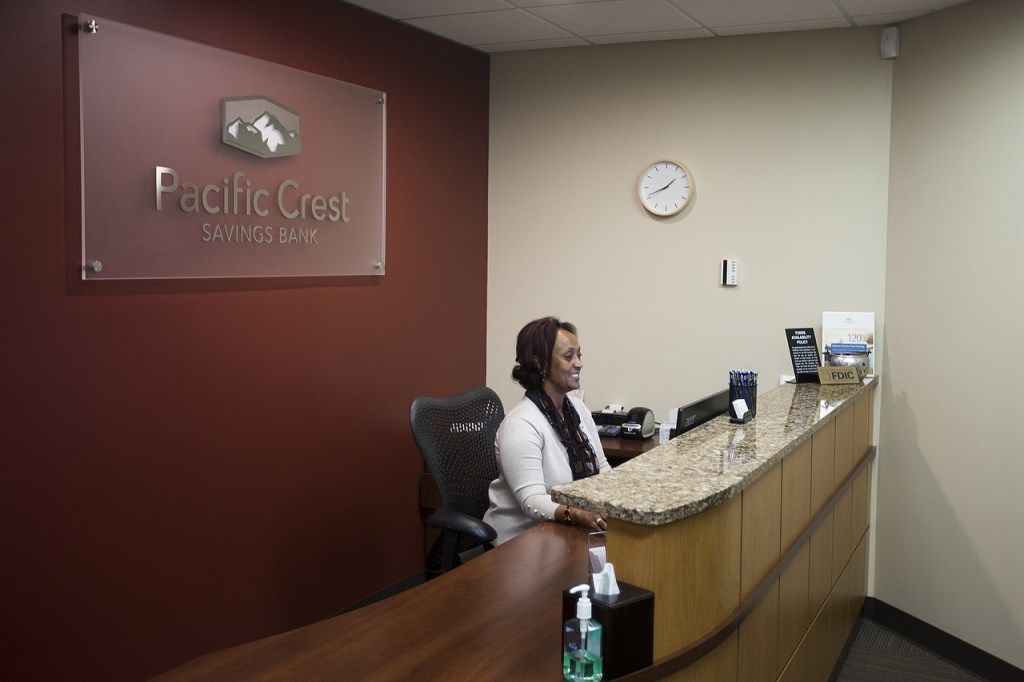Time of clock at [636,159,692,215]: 1:41
